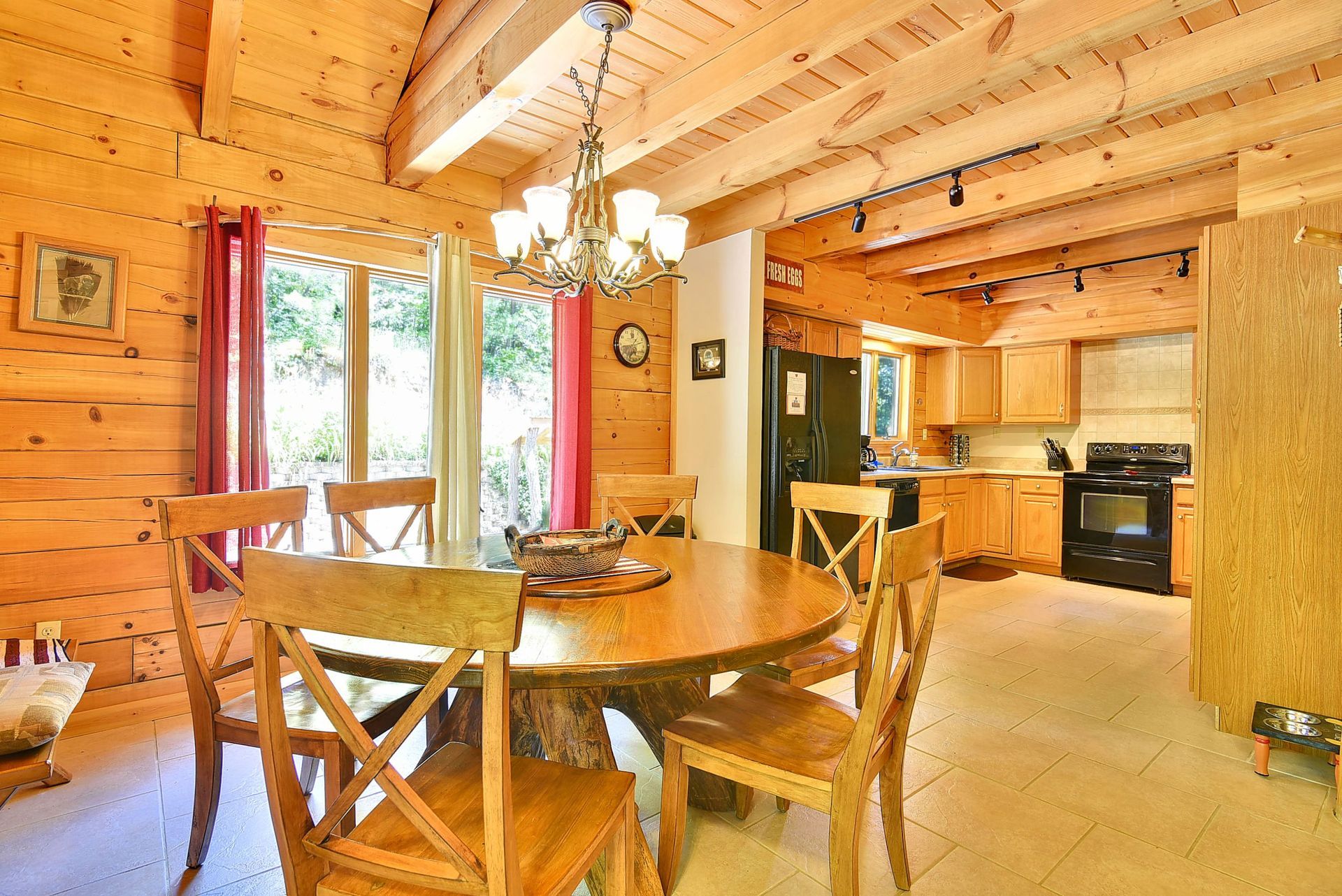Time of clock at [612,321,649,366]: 1:12
